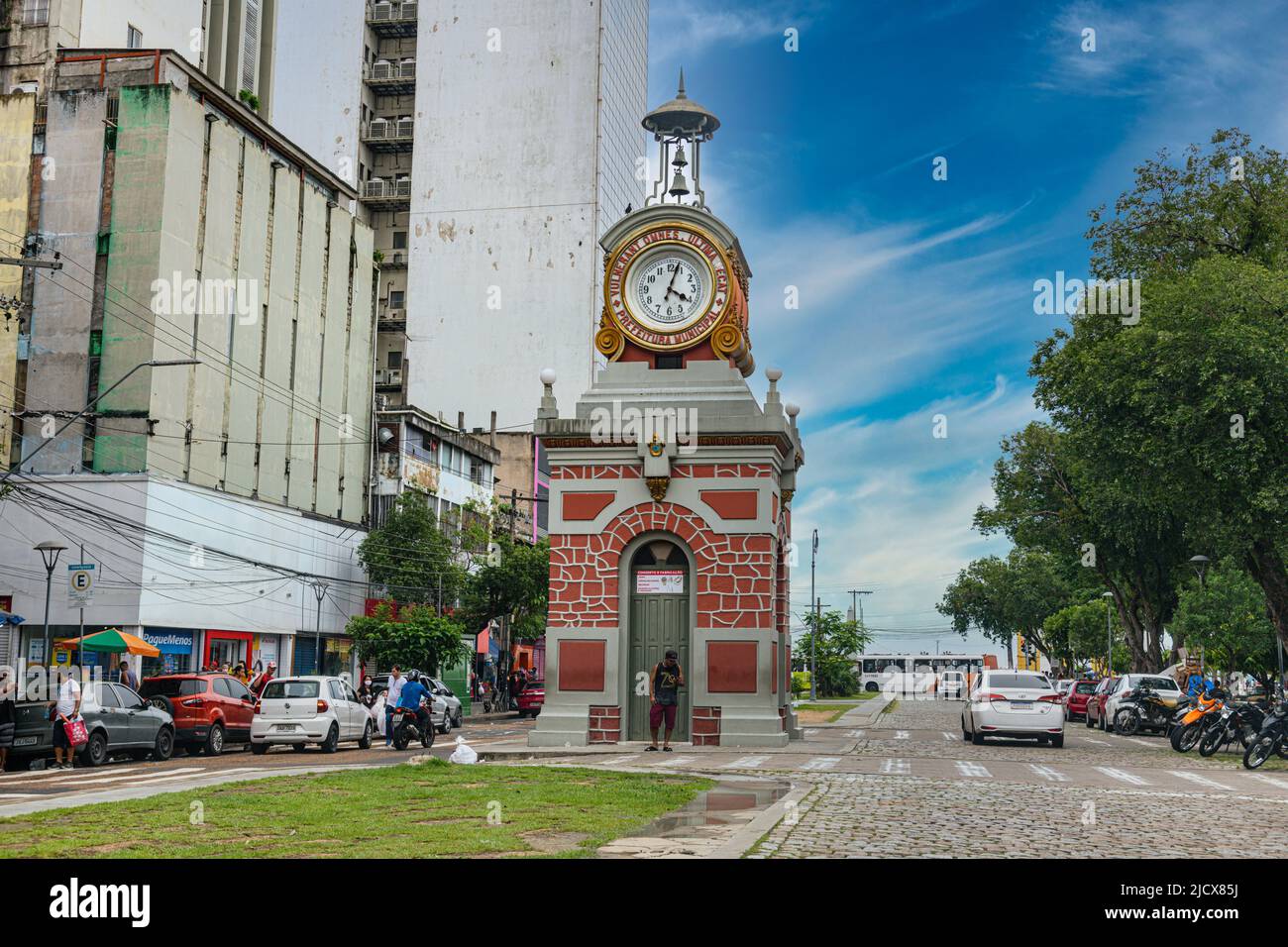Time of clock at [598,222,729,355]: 4:03
